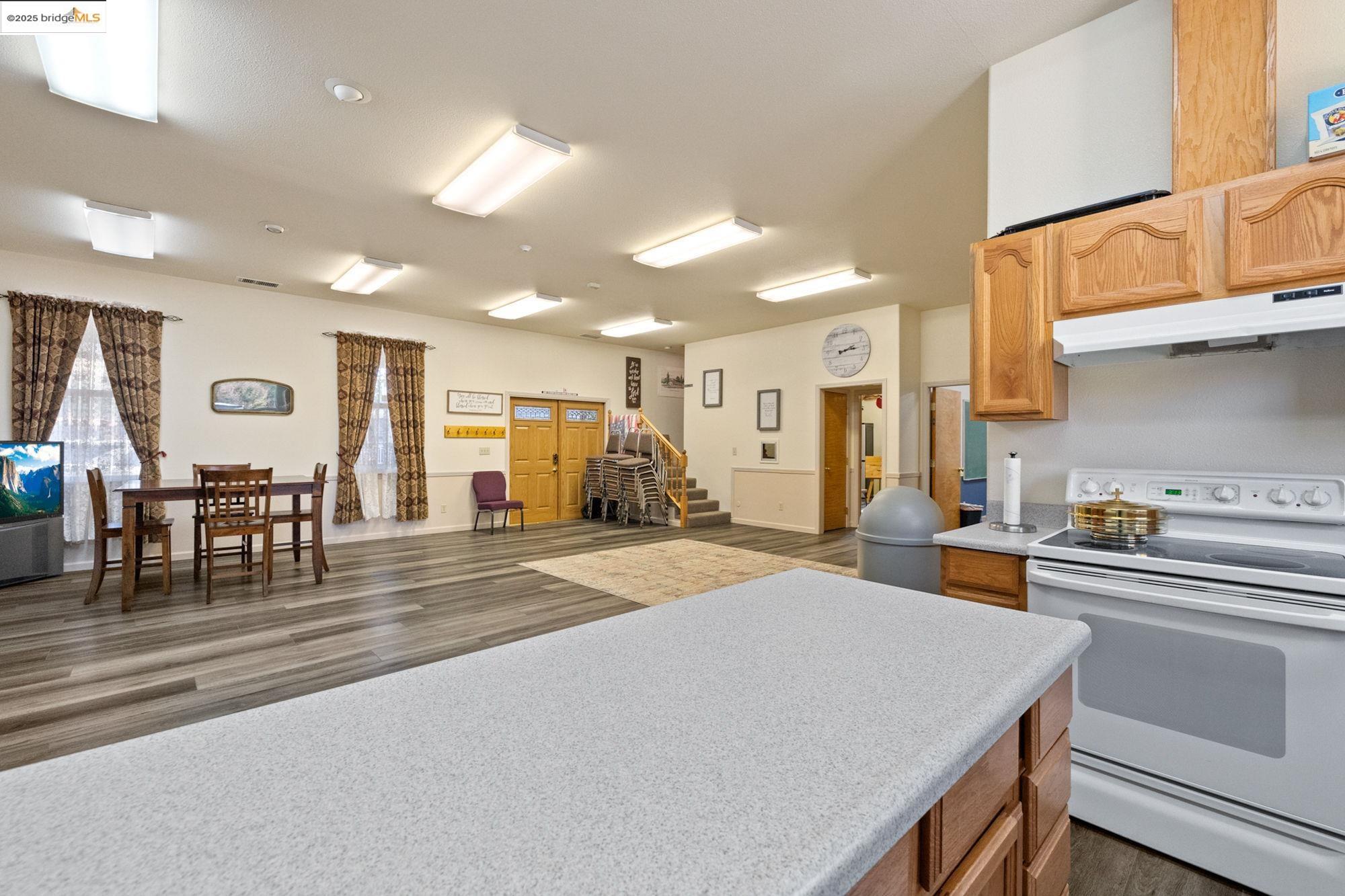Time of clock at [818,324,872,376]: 2:14
